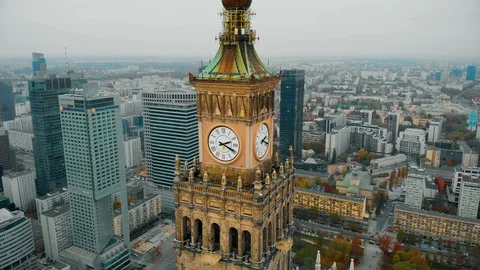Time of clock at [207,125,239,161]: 2:19
